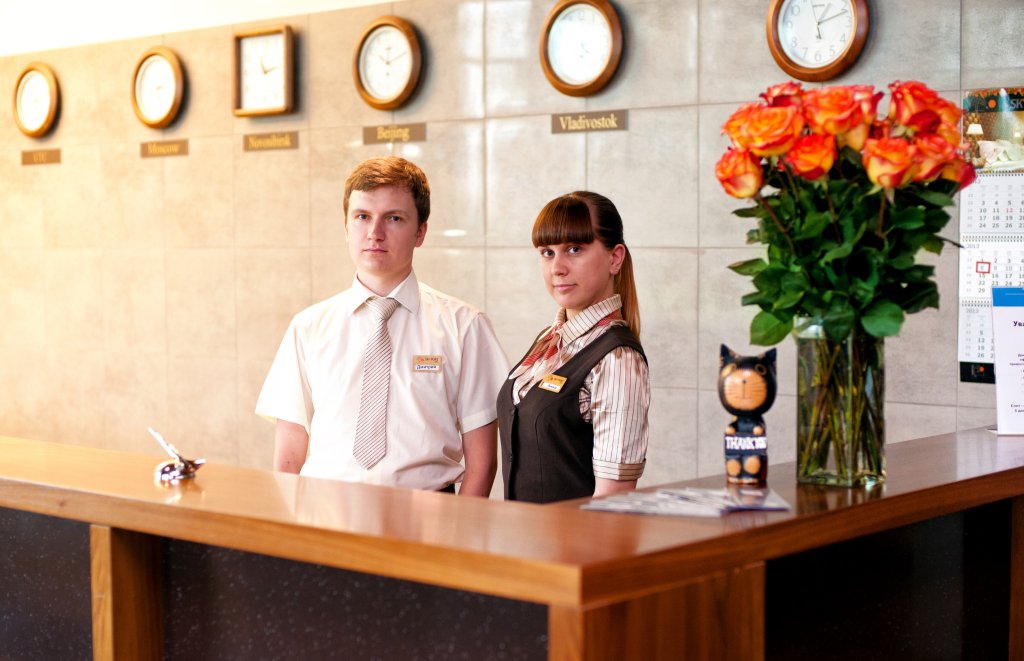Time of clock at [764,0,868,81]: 1:11
